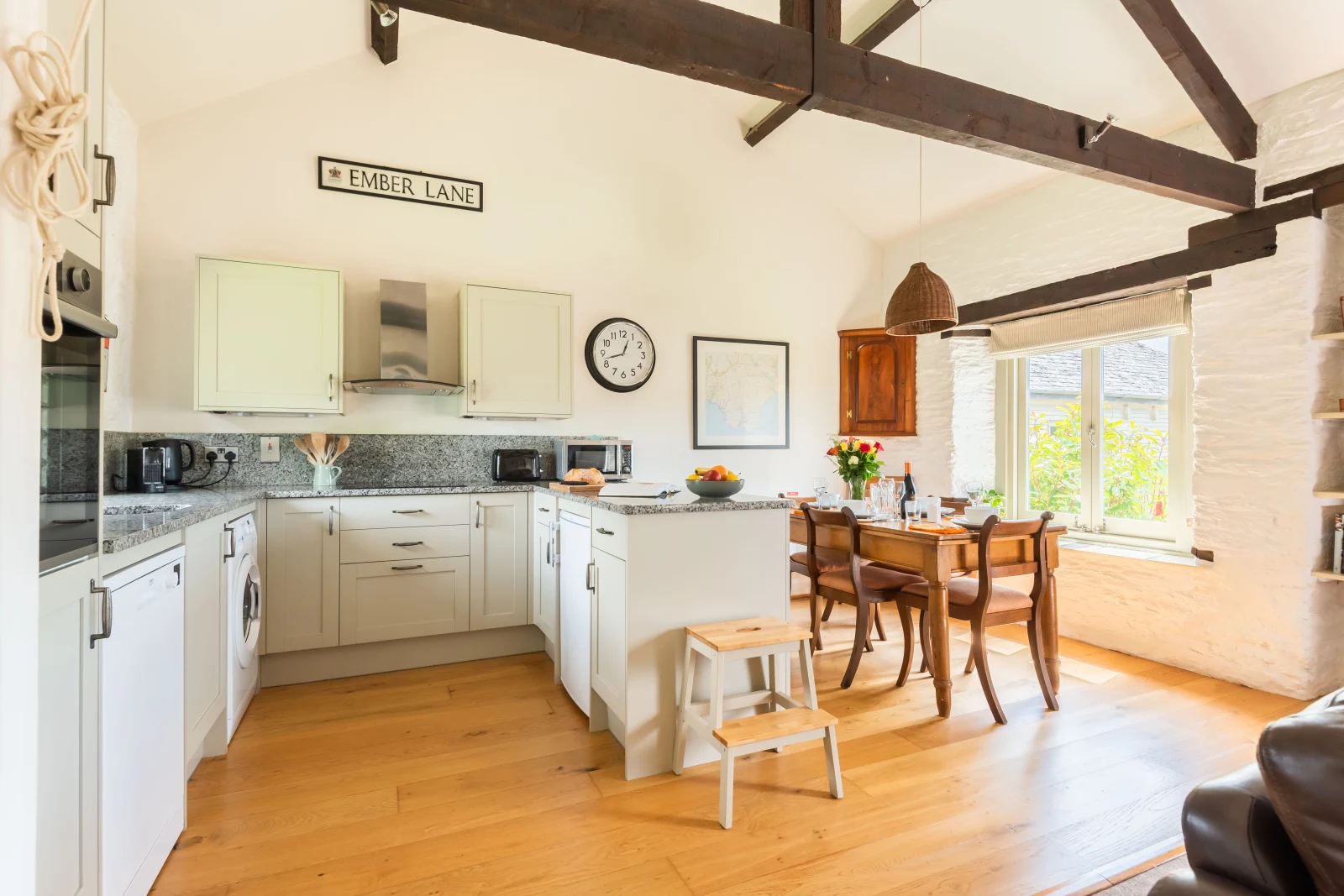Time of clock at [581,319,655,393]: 12:42
